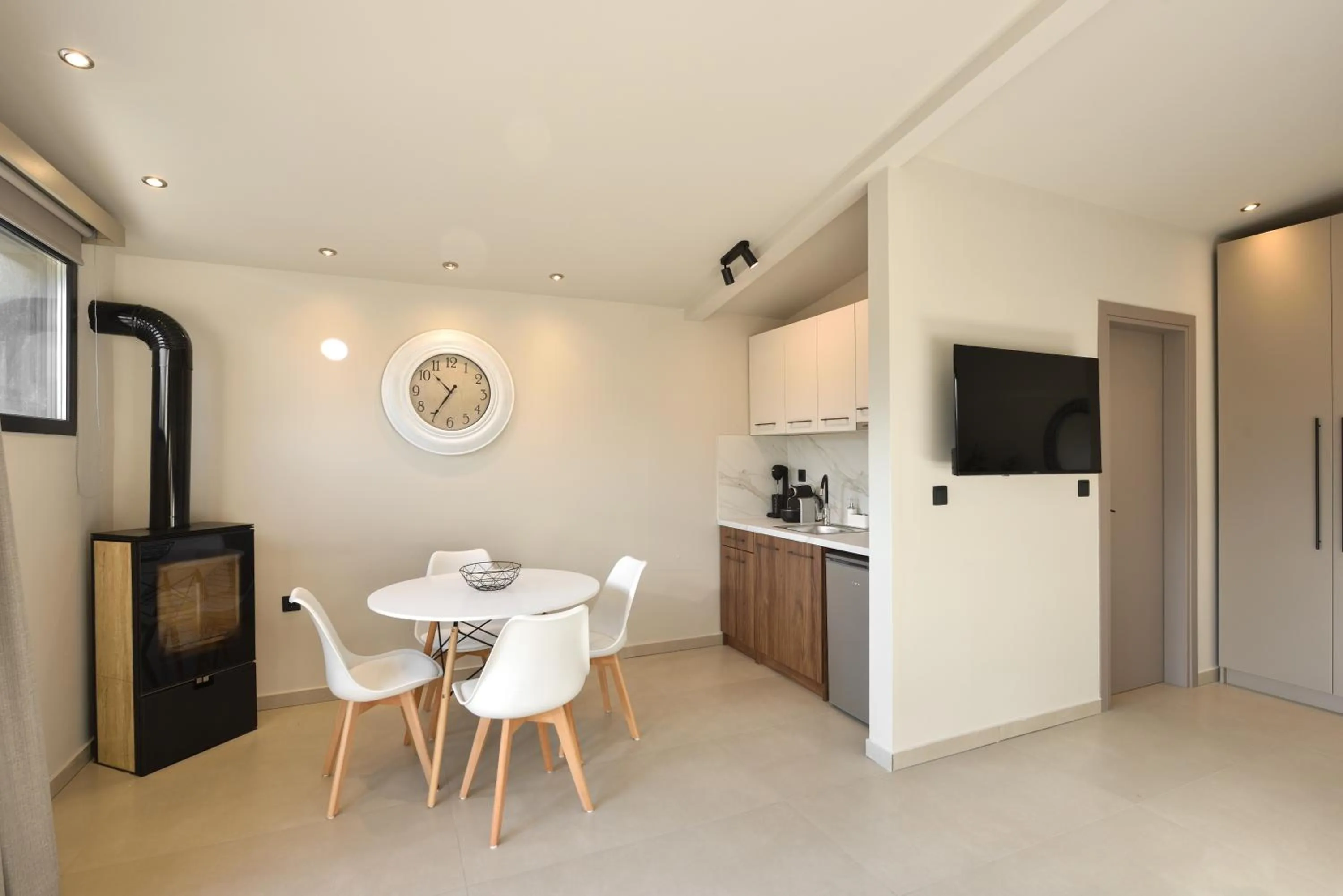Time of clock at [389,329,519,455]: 10:35
